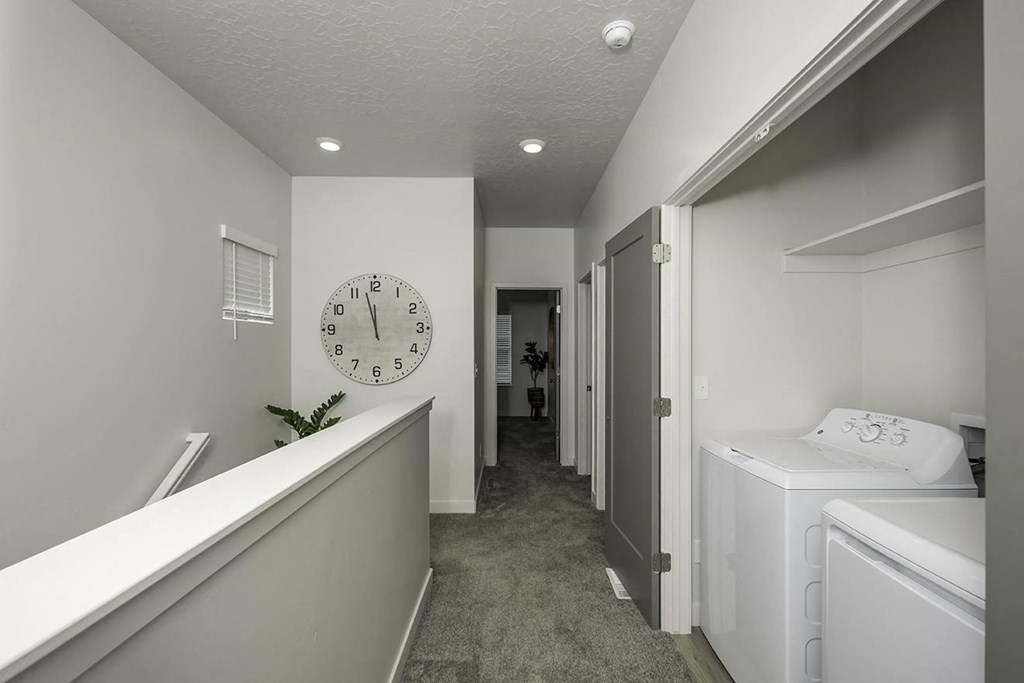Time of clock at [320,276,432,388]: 11:57
